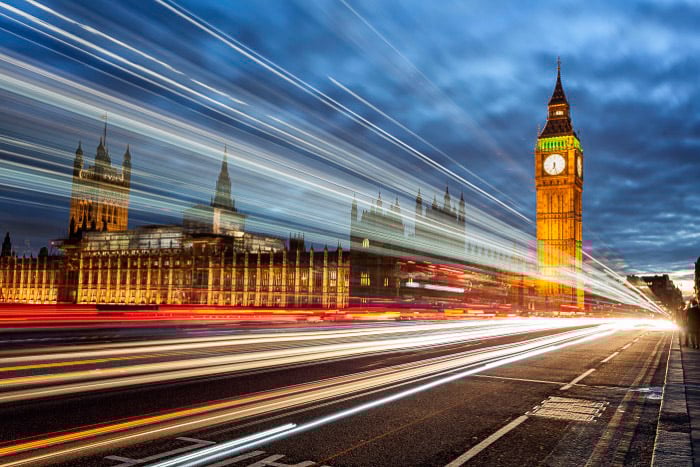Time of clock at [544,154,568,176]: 6:27
